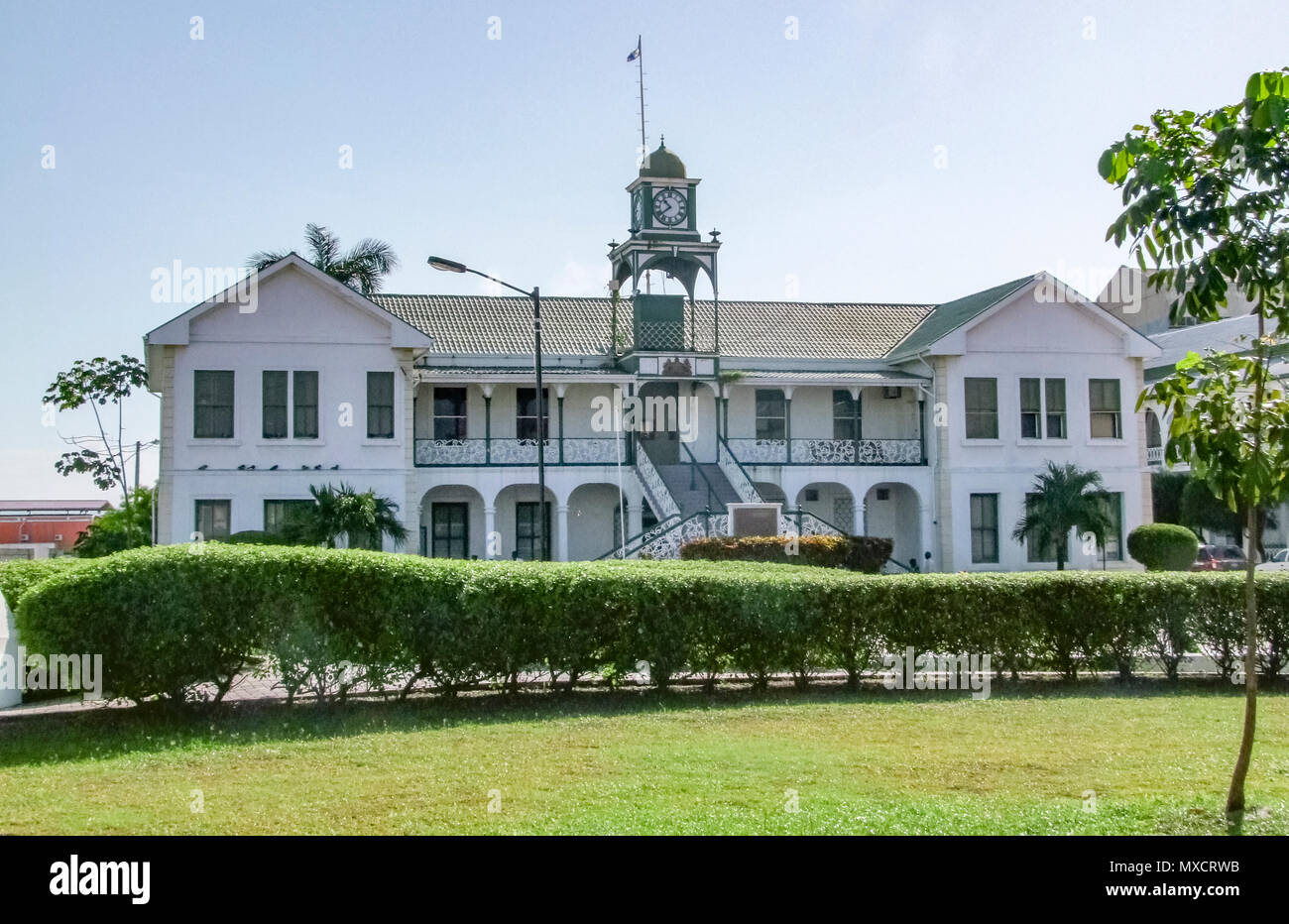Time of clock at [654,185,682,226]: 10:38
